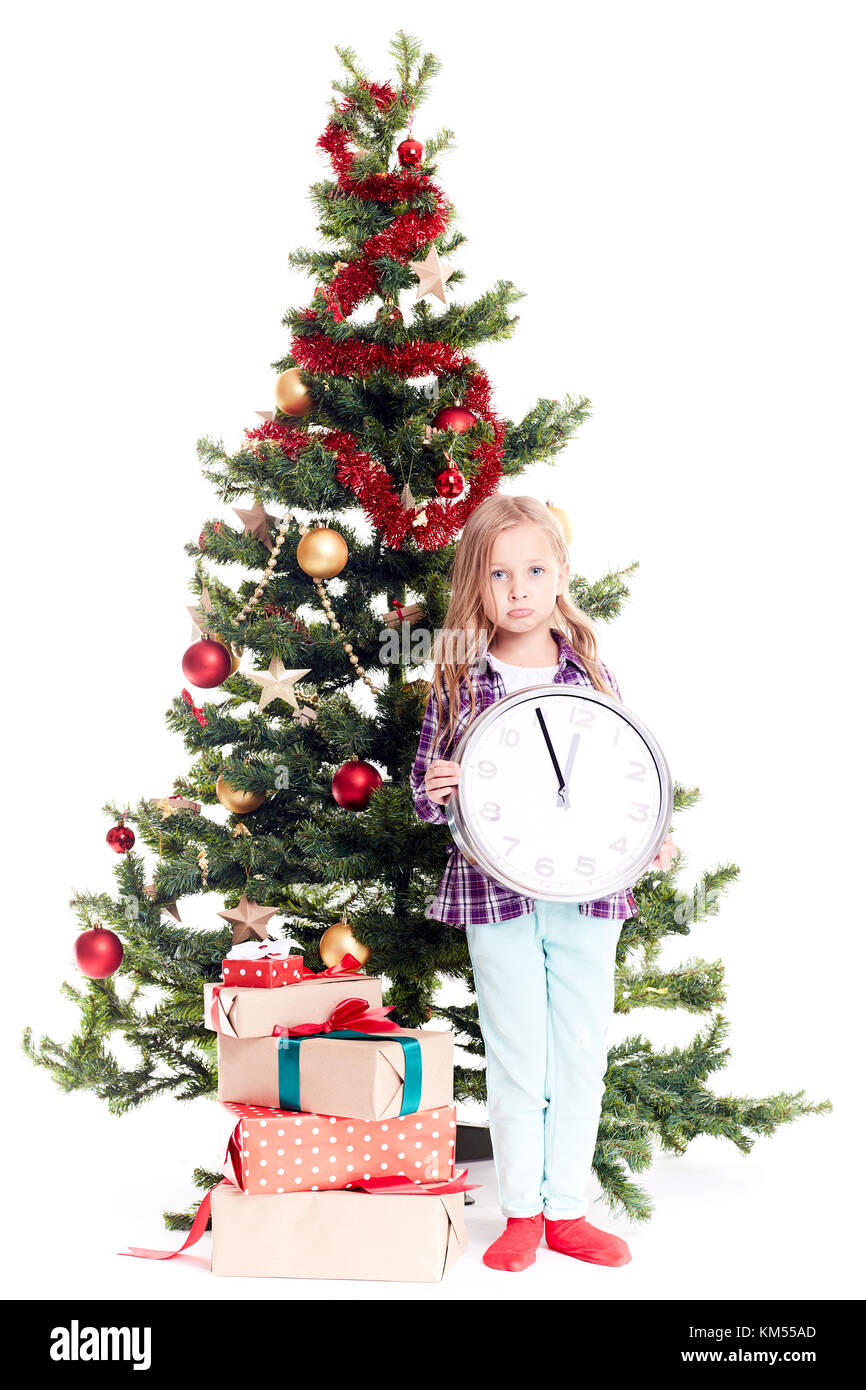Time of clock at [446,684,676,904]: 11:55
